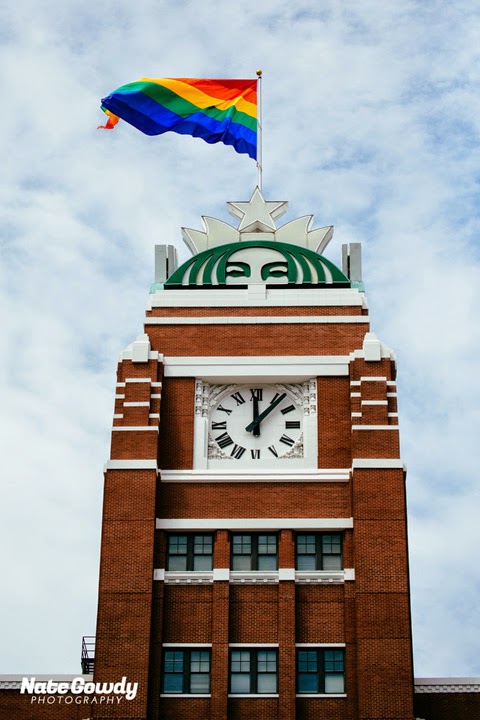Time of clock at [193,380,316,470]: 12:06
